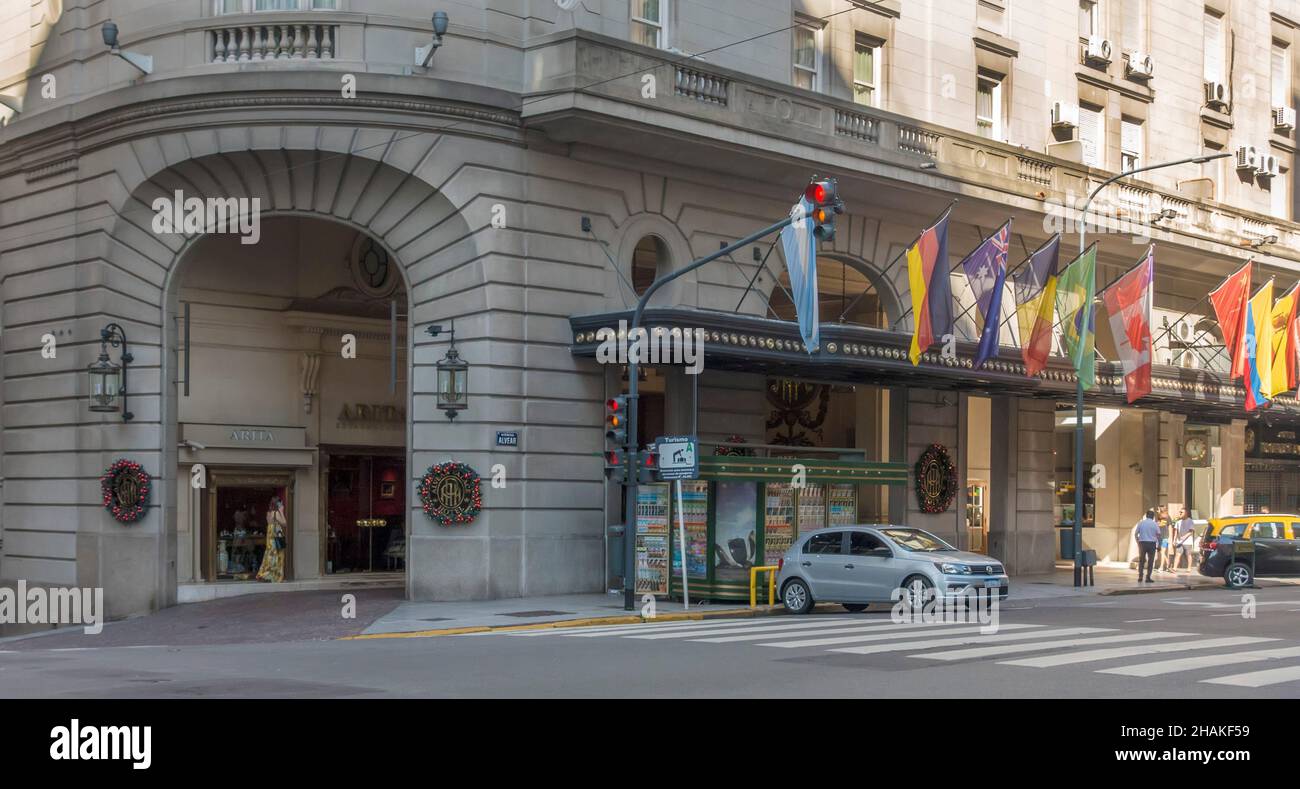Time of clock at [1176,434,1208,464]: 5:03
